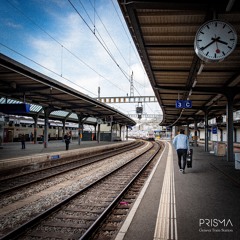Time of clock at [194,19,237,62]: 3:39
